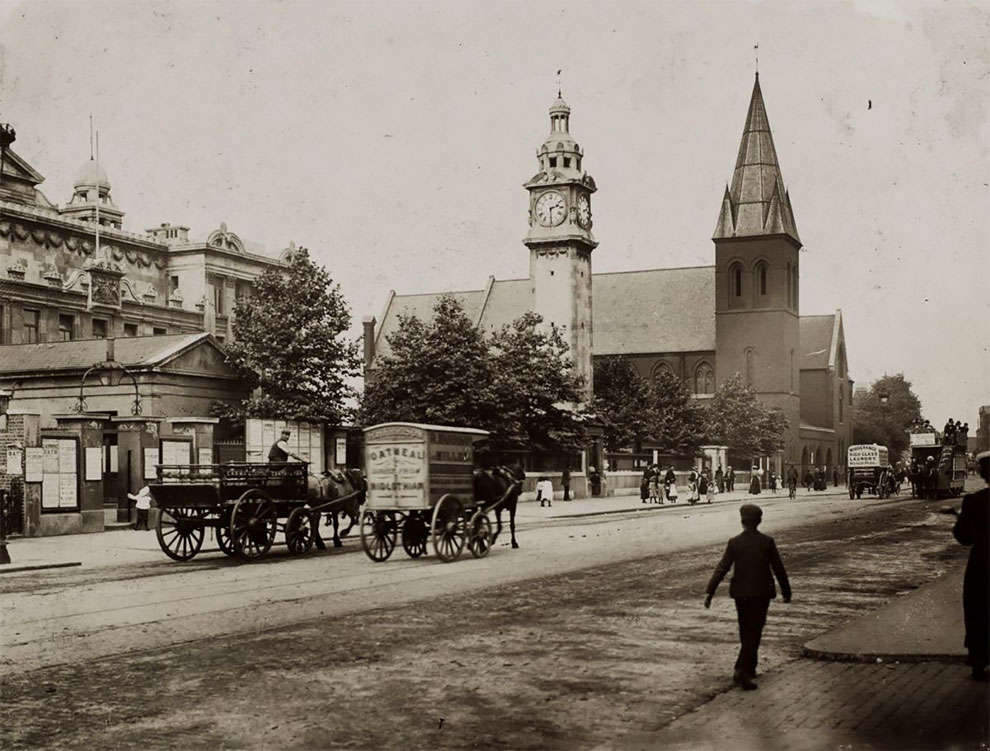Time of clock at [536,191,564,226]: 2:29
